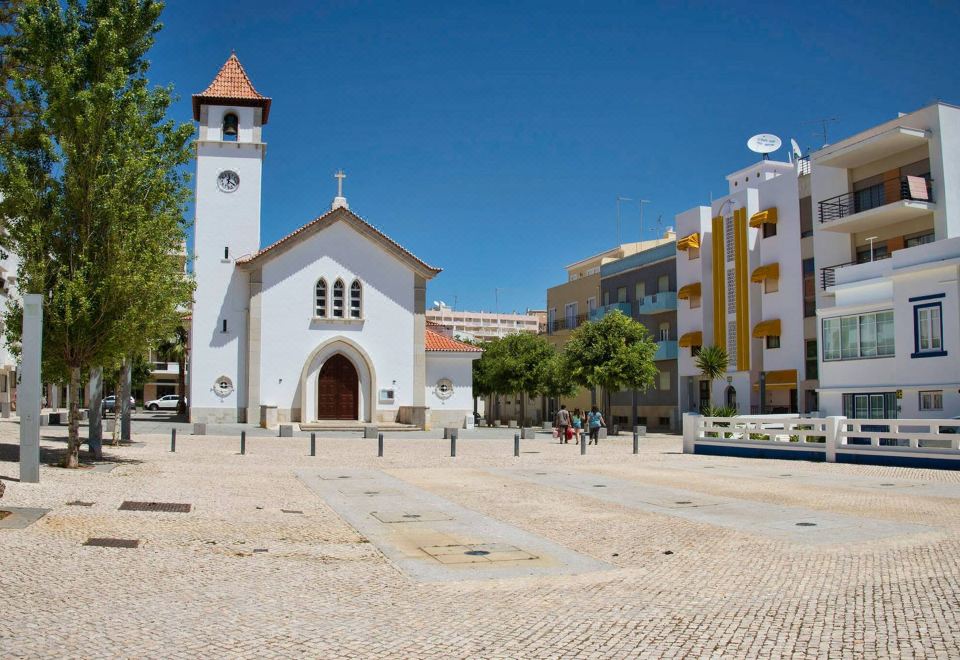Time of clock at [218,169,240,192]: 12:20
